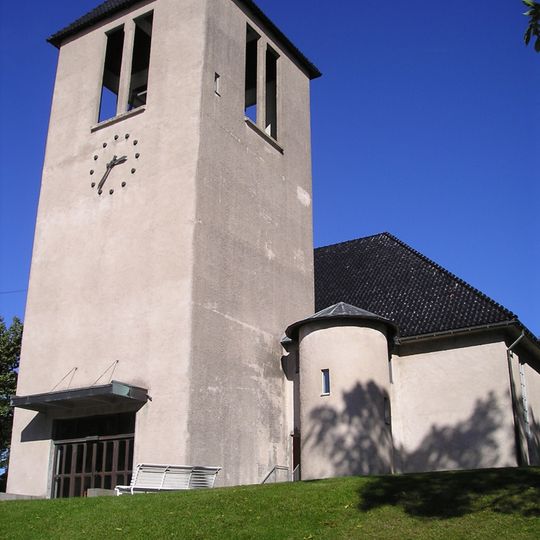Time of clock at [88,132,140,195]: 2:36
